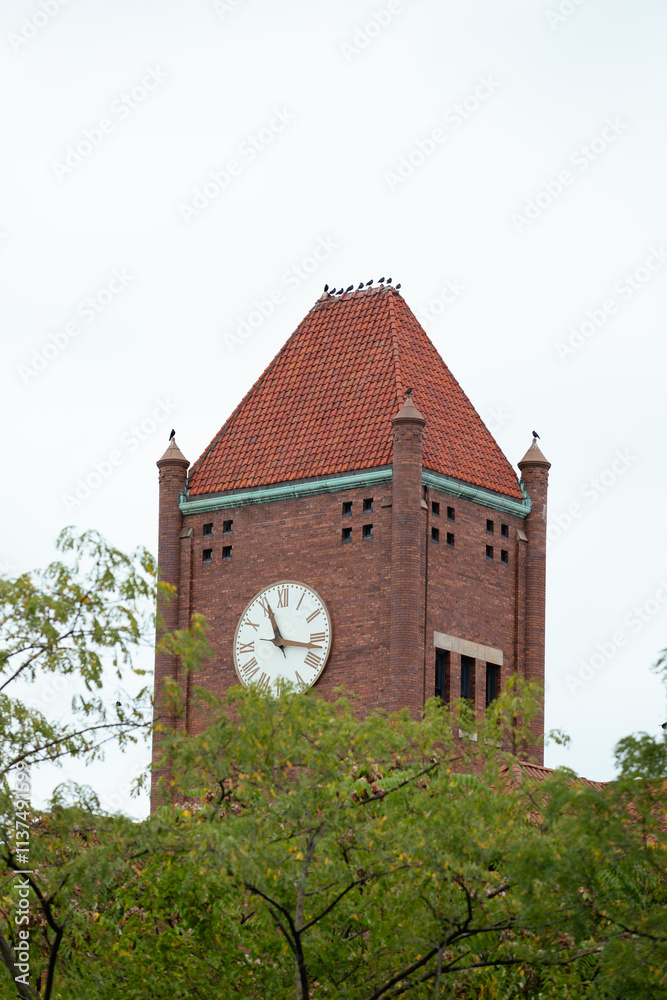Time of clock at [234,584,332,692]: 11:16
